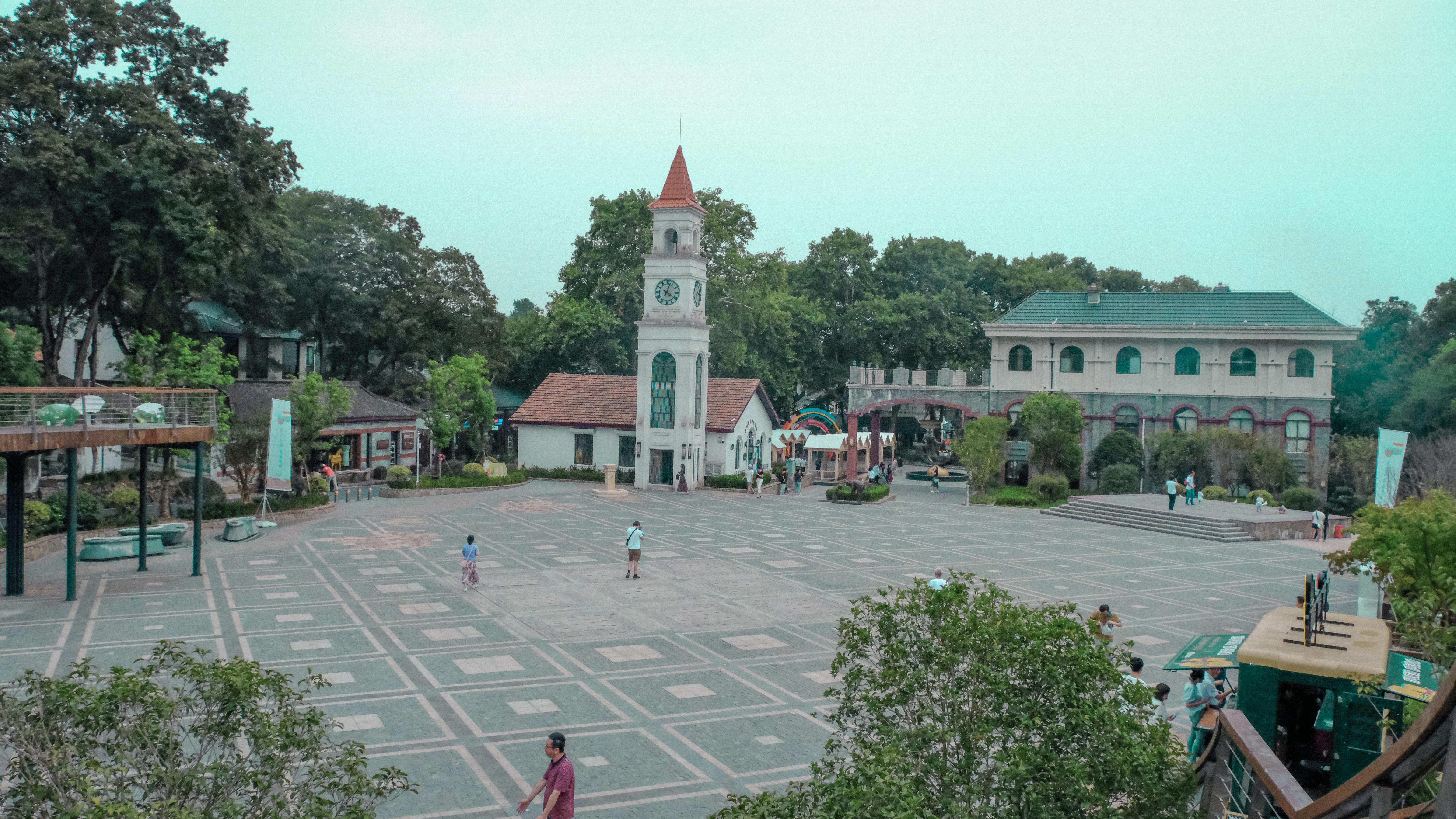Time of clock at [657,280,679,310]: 4:03
